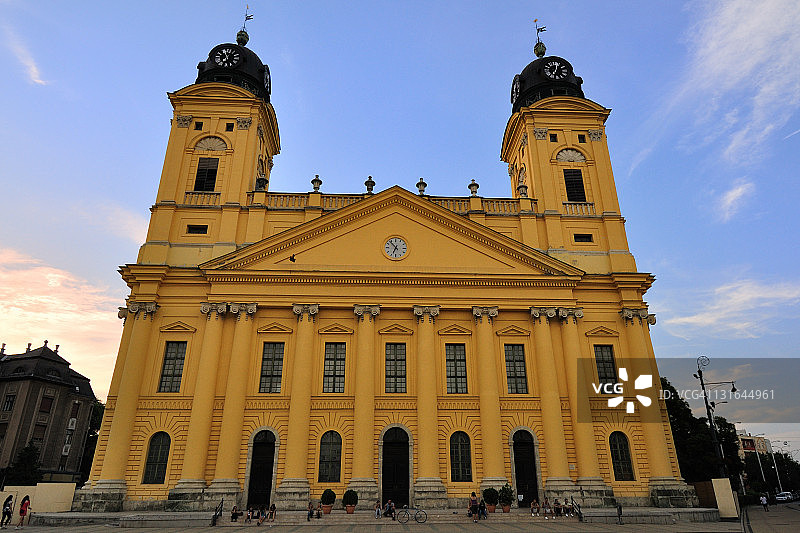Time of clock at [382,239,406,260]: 6:53
